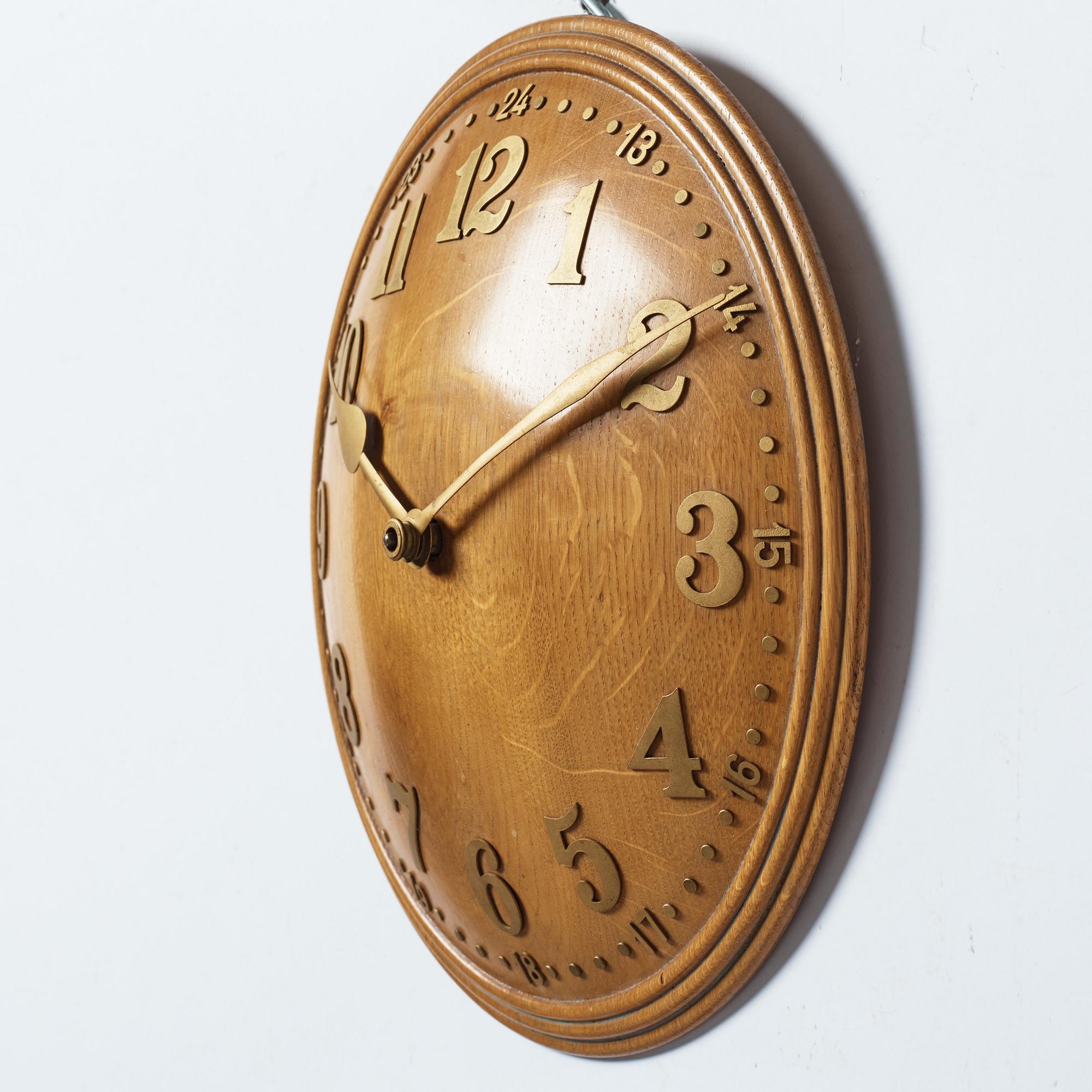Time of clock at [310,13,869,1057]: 9:10
